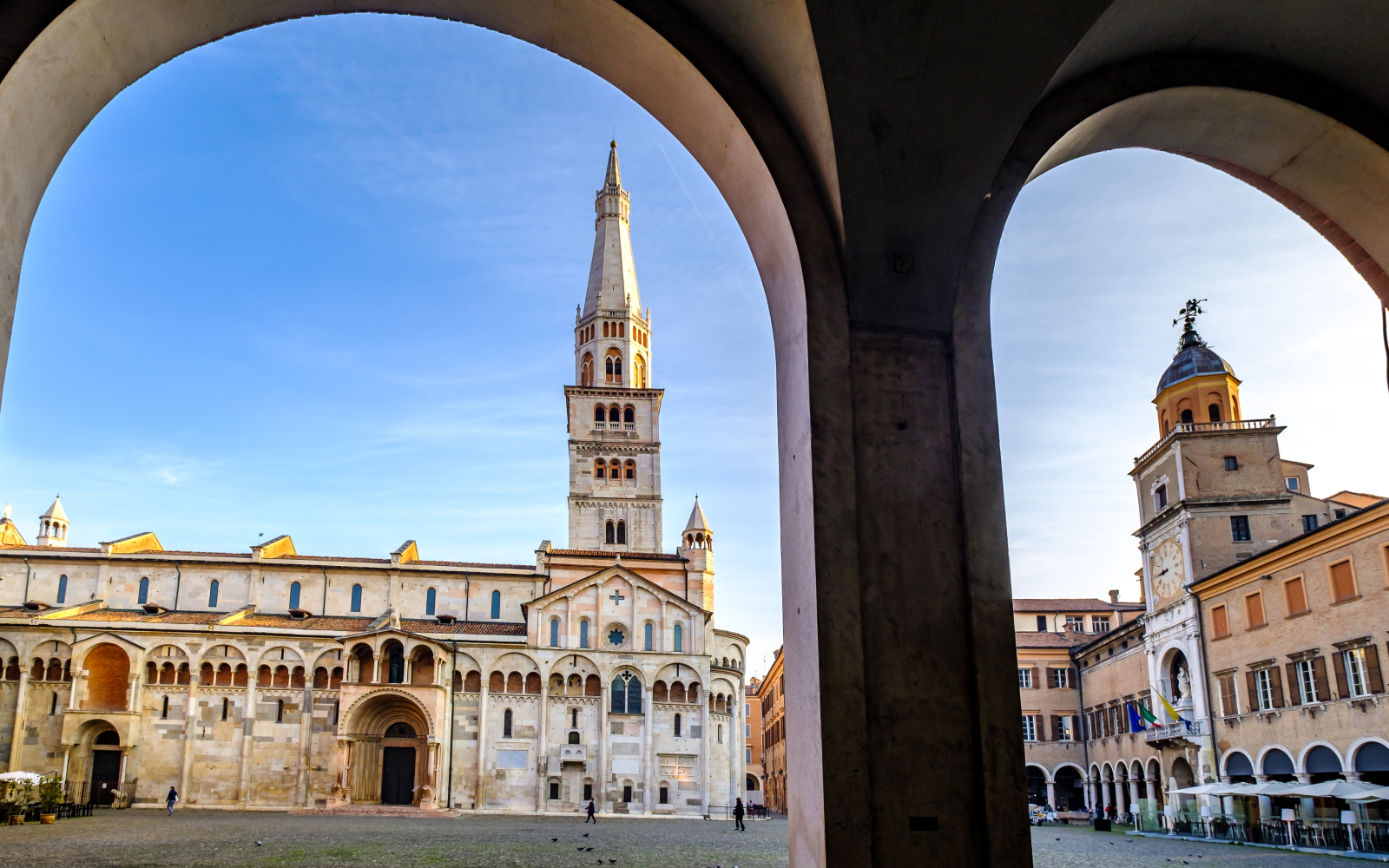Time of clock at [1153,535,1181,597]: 8:44
